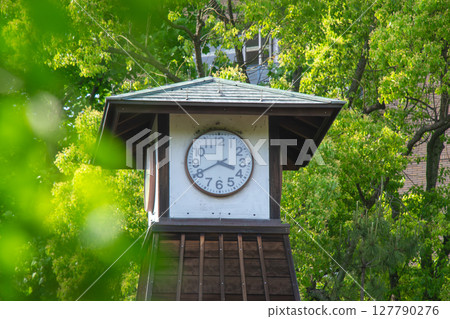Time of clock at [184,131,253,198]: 3:40
